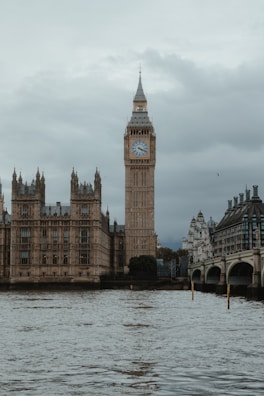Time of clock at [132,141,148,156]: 4:18
